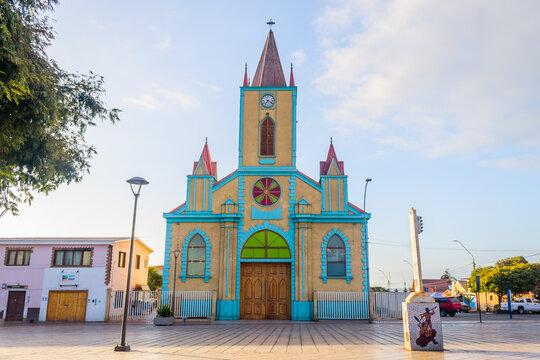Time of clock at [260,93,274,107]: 7:20
